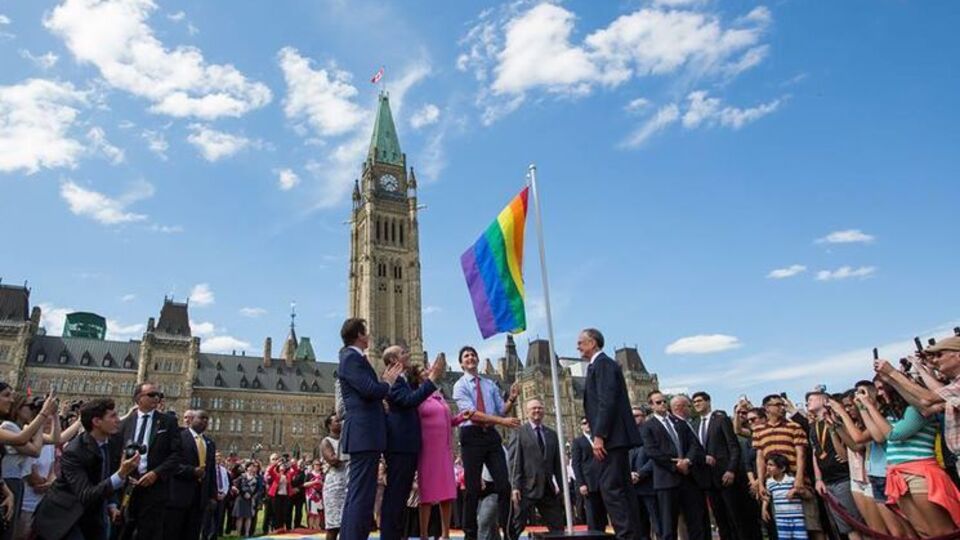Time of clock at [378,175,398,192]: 3:37
